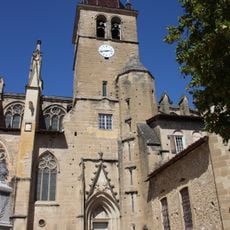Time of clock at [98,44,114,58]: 2:42
